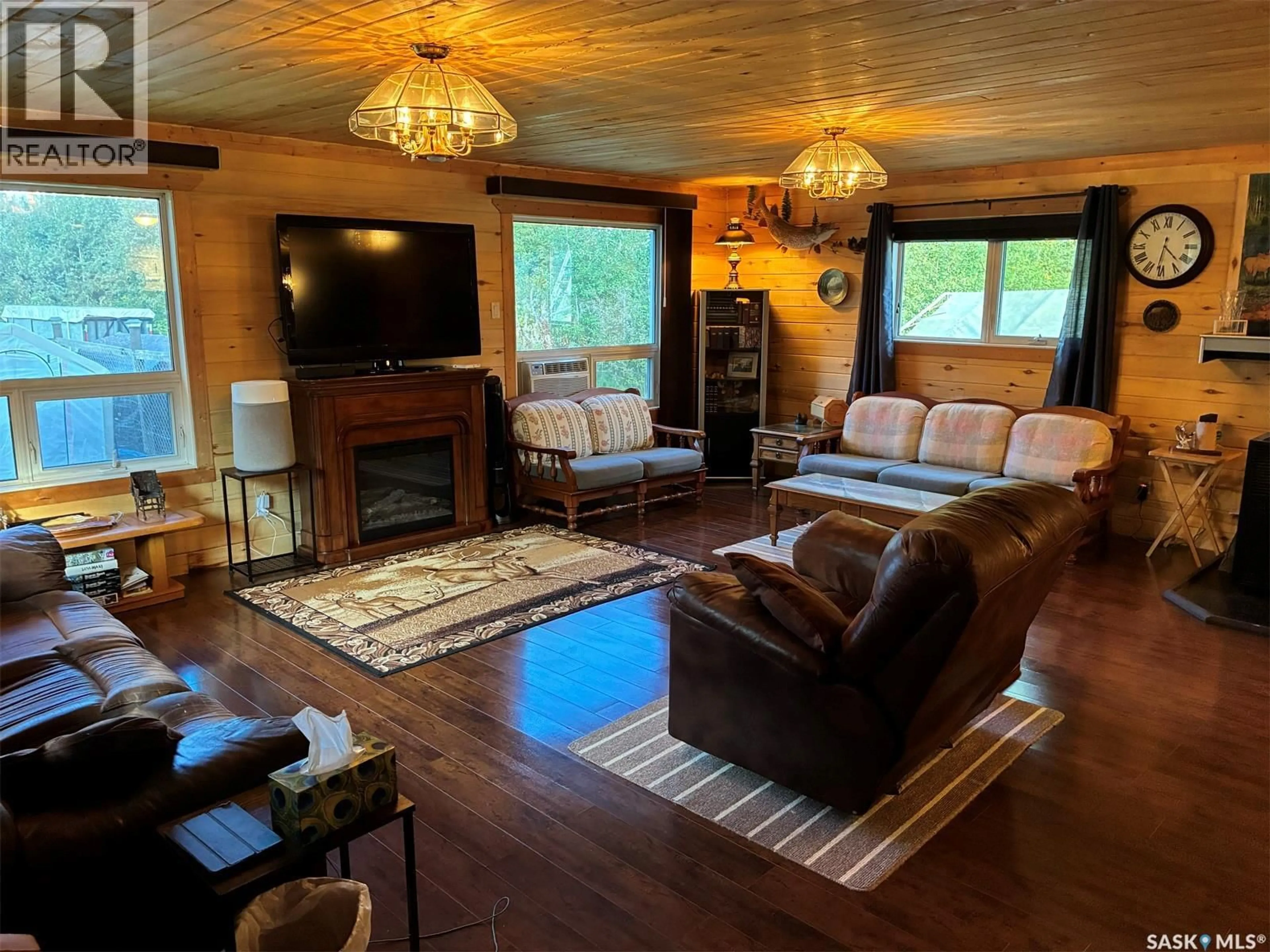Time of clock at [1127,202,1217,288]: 4:31
